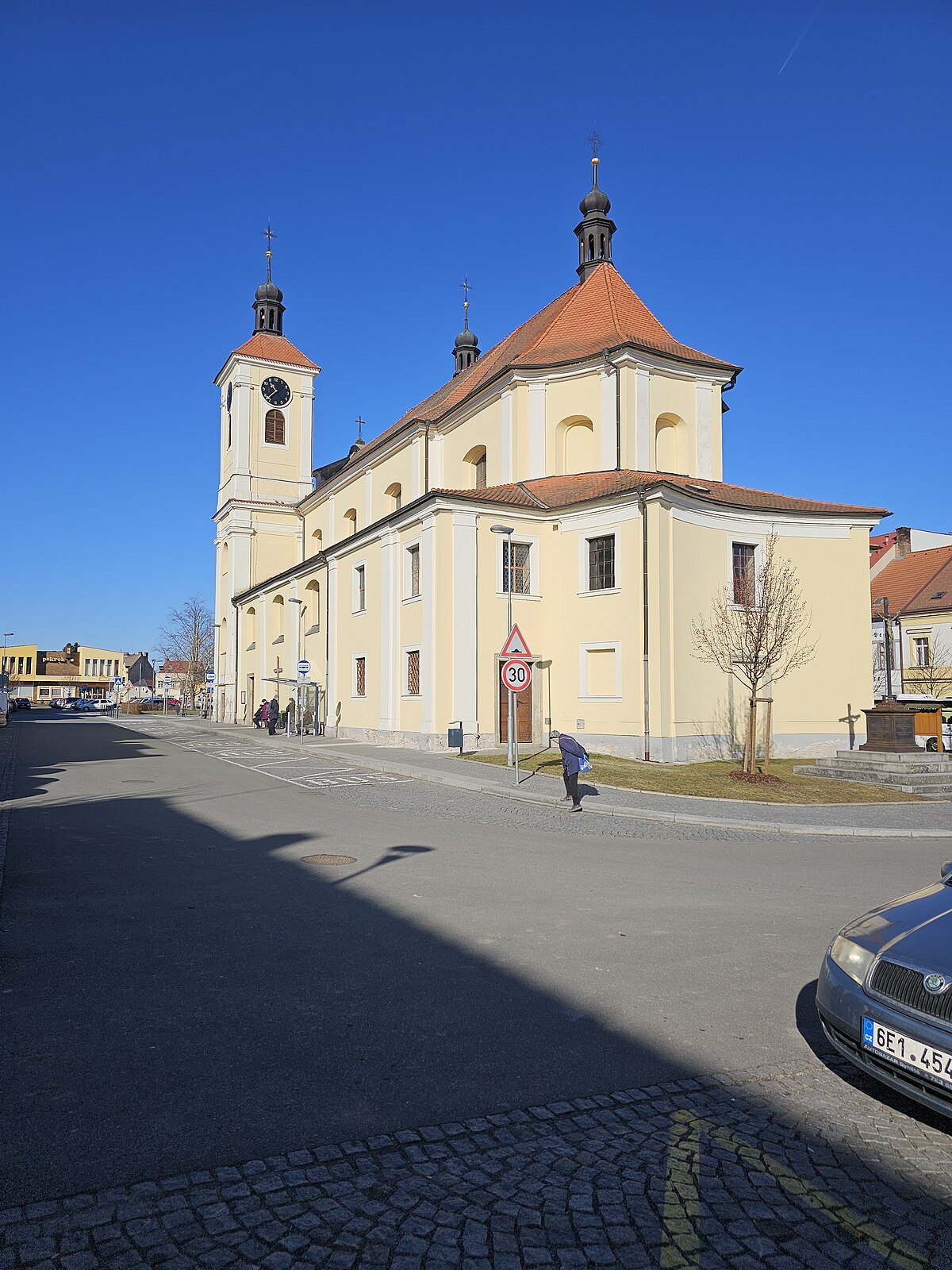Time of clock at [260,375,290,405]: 10:37
